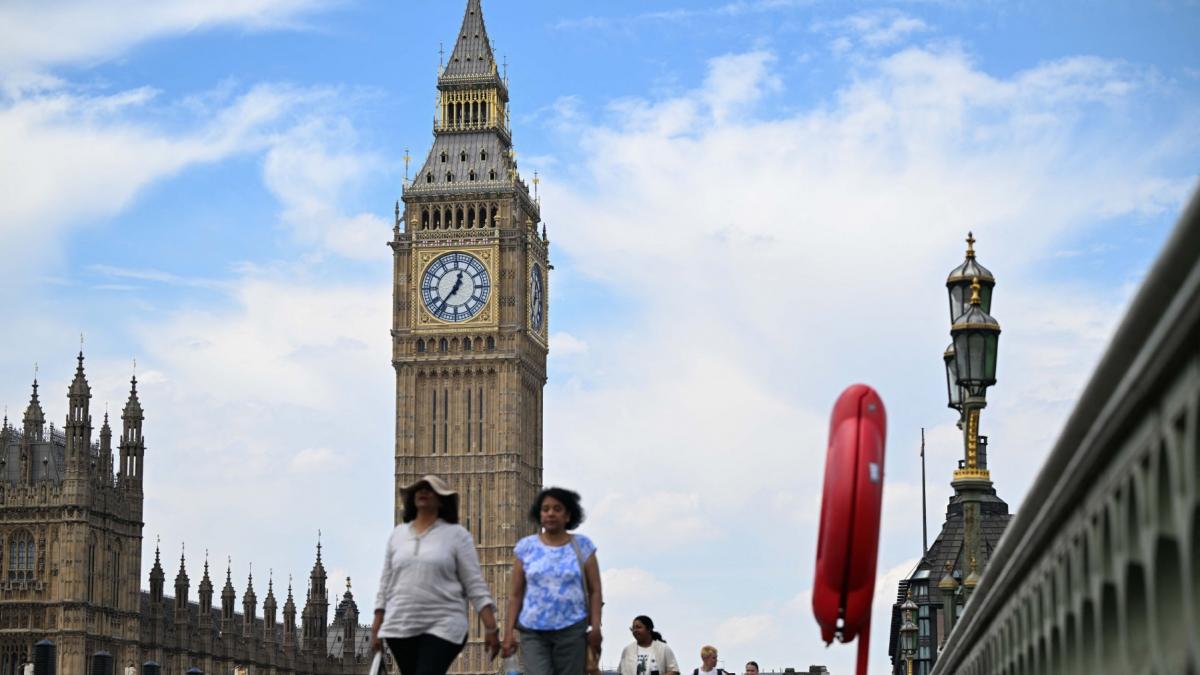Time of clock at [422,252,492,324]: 12:36
